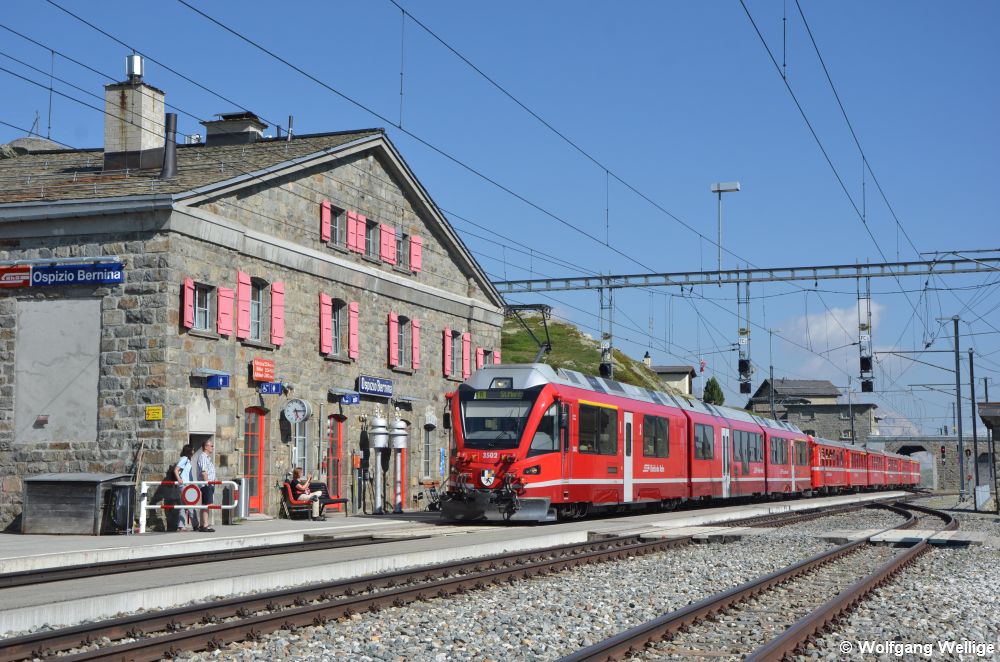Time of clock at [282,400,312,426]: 5:14
